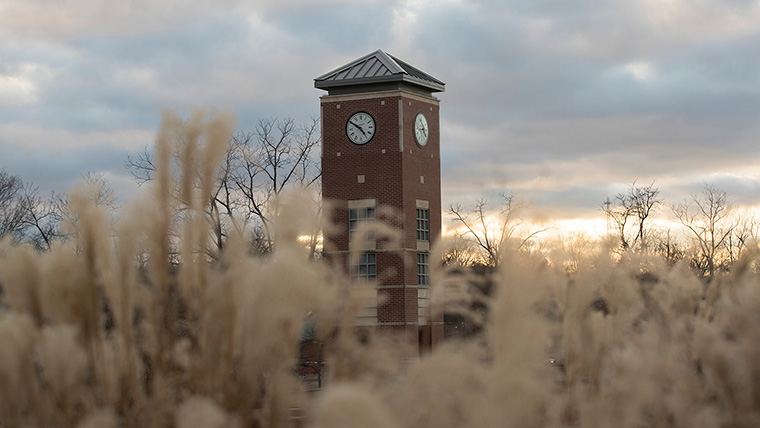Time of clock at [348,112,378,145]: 4:50
